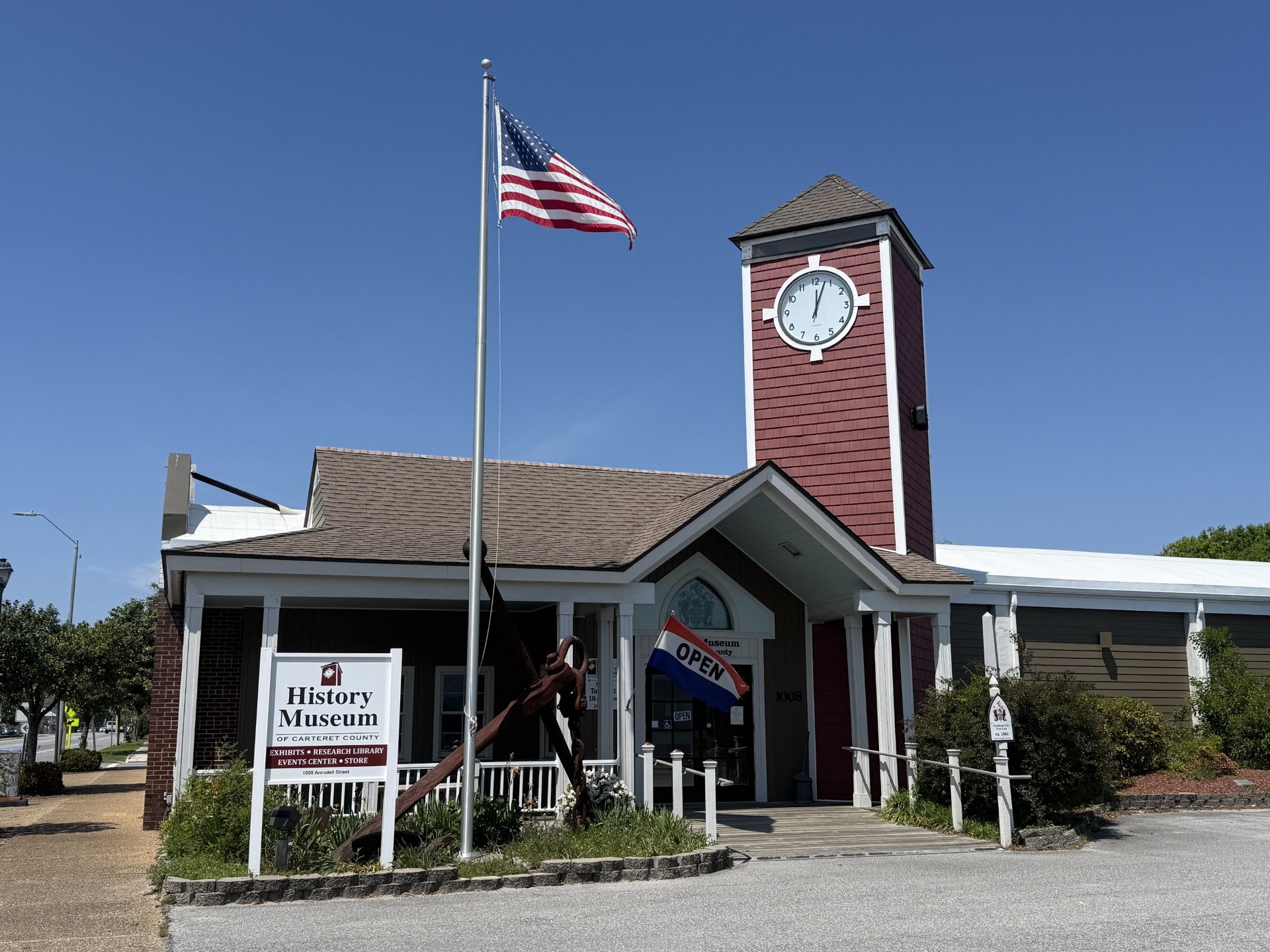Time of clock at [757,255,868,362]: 12:03
